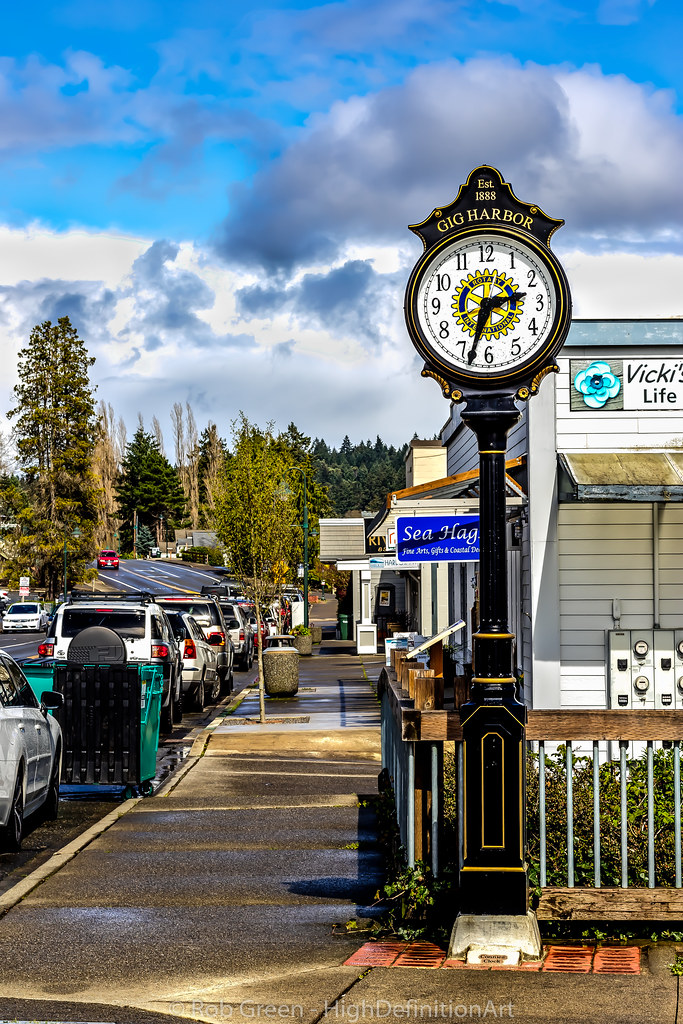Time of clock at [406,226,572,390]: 2:33
